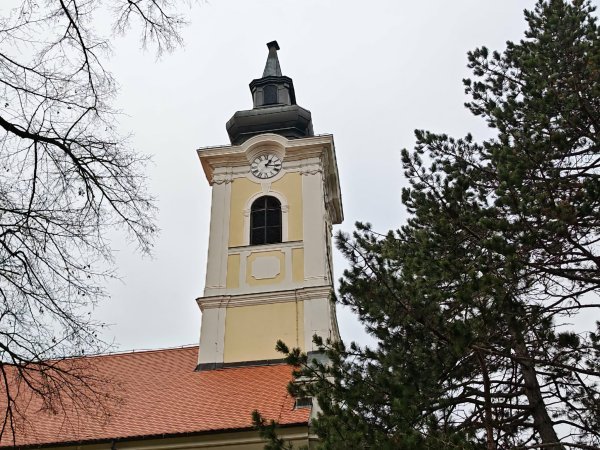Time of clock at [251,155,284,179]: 1:16
